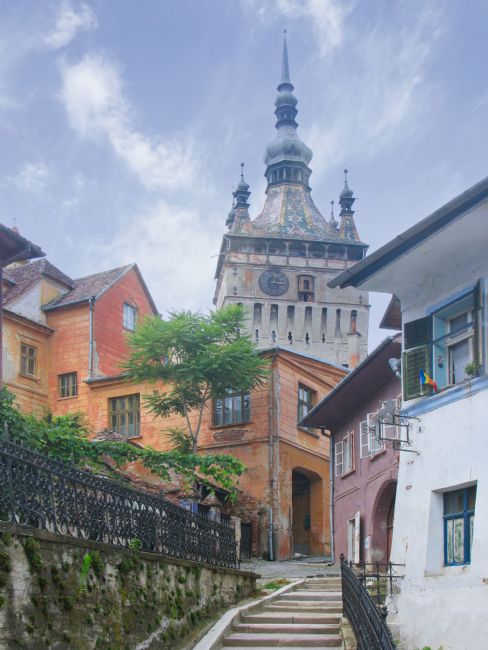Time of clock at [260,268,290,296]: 12:14
